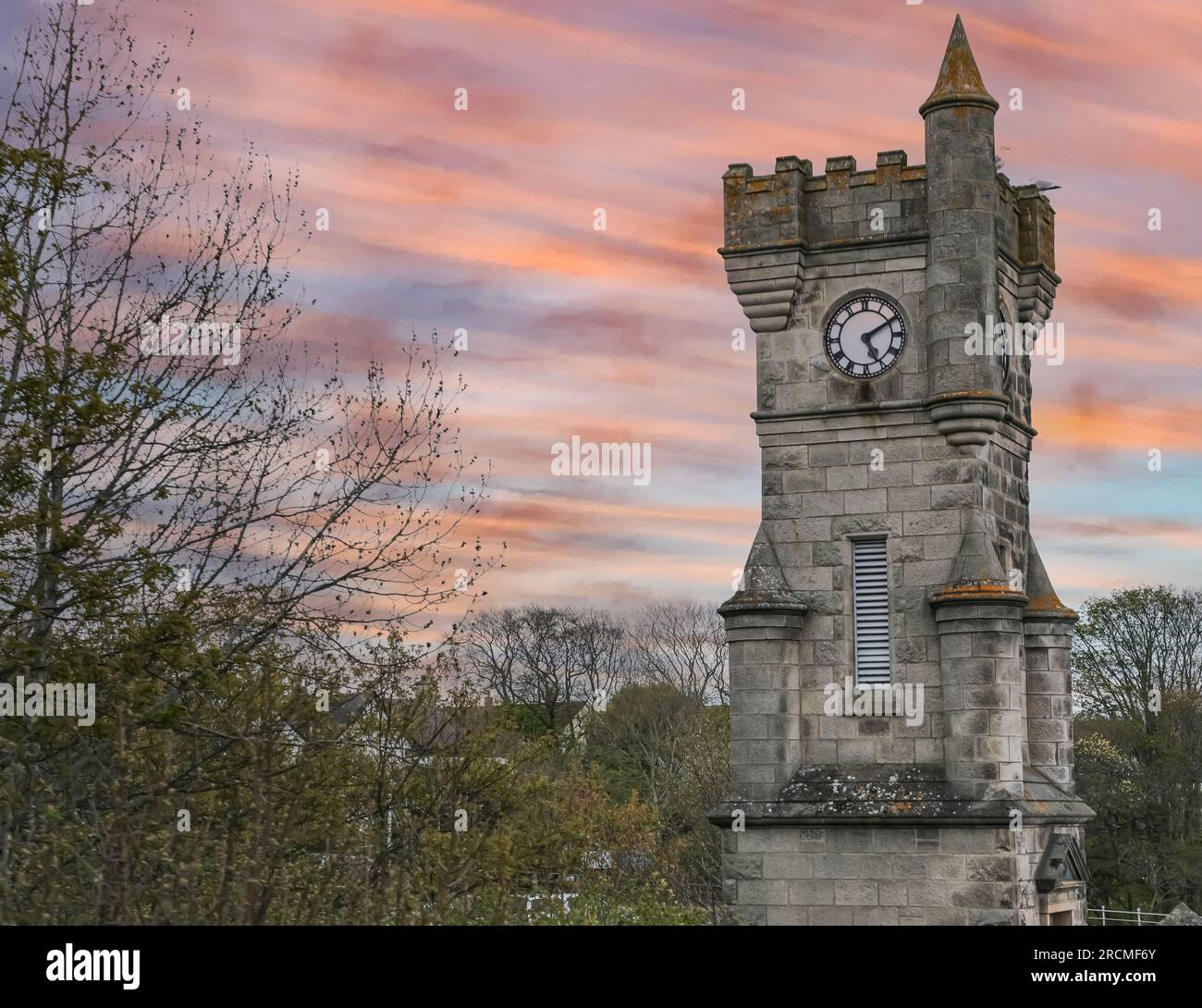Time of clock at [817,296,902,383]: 5:10
